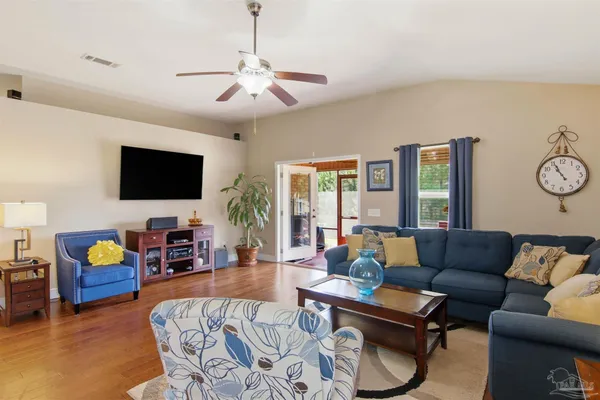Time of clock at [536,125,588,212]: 10:55
